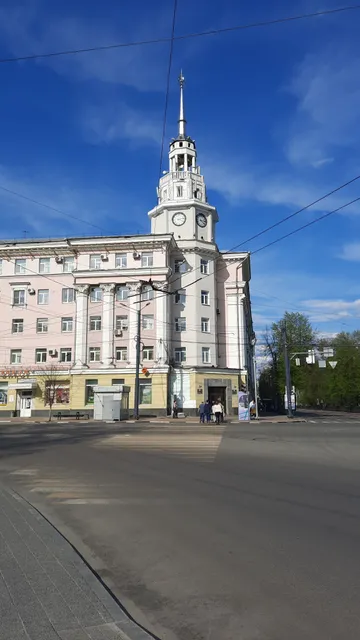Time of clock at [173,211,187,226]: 4:13
